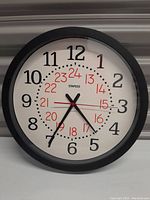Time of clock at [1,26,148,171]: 4:35
